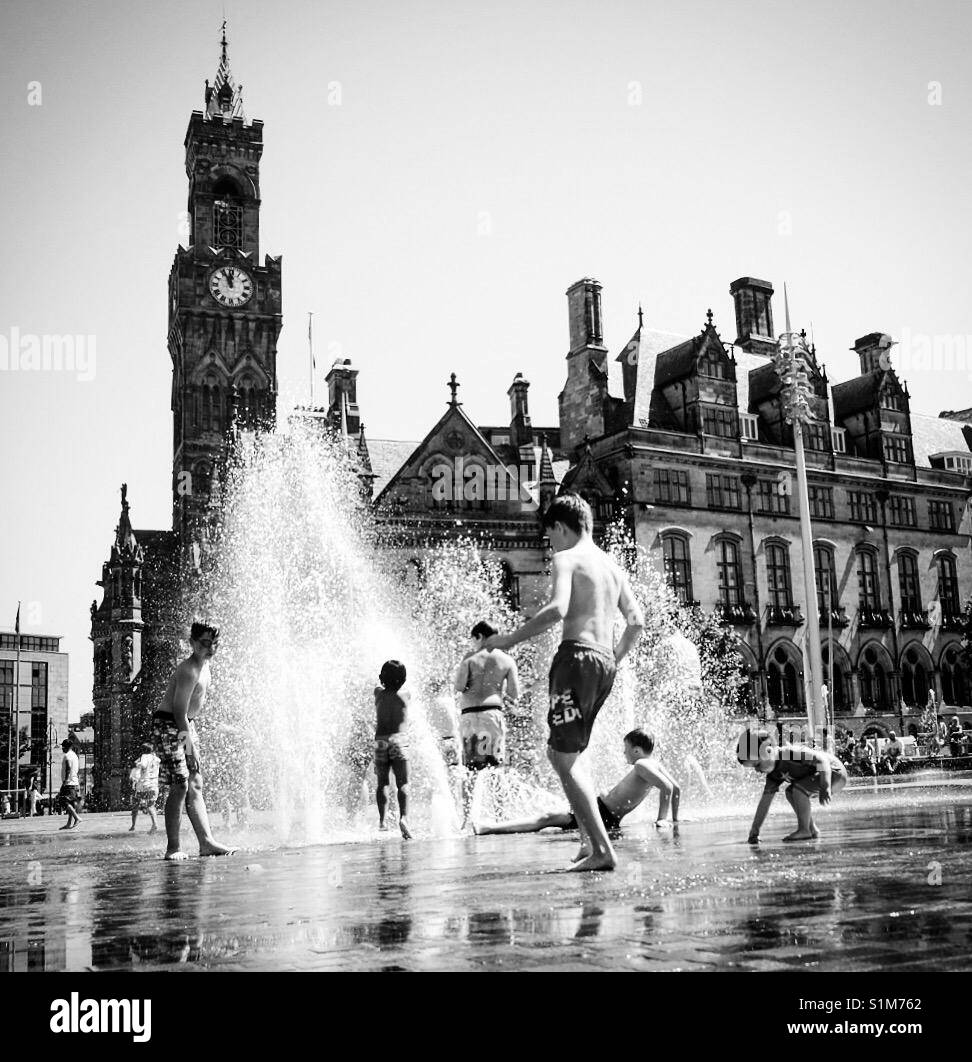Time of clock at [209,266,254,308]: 11:55
